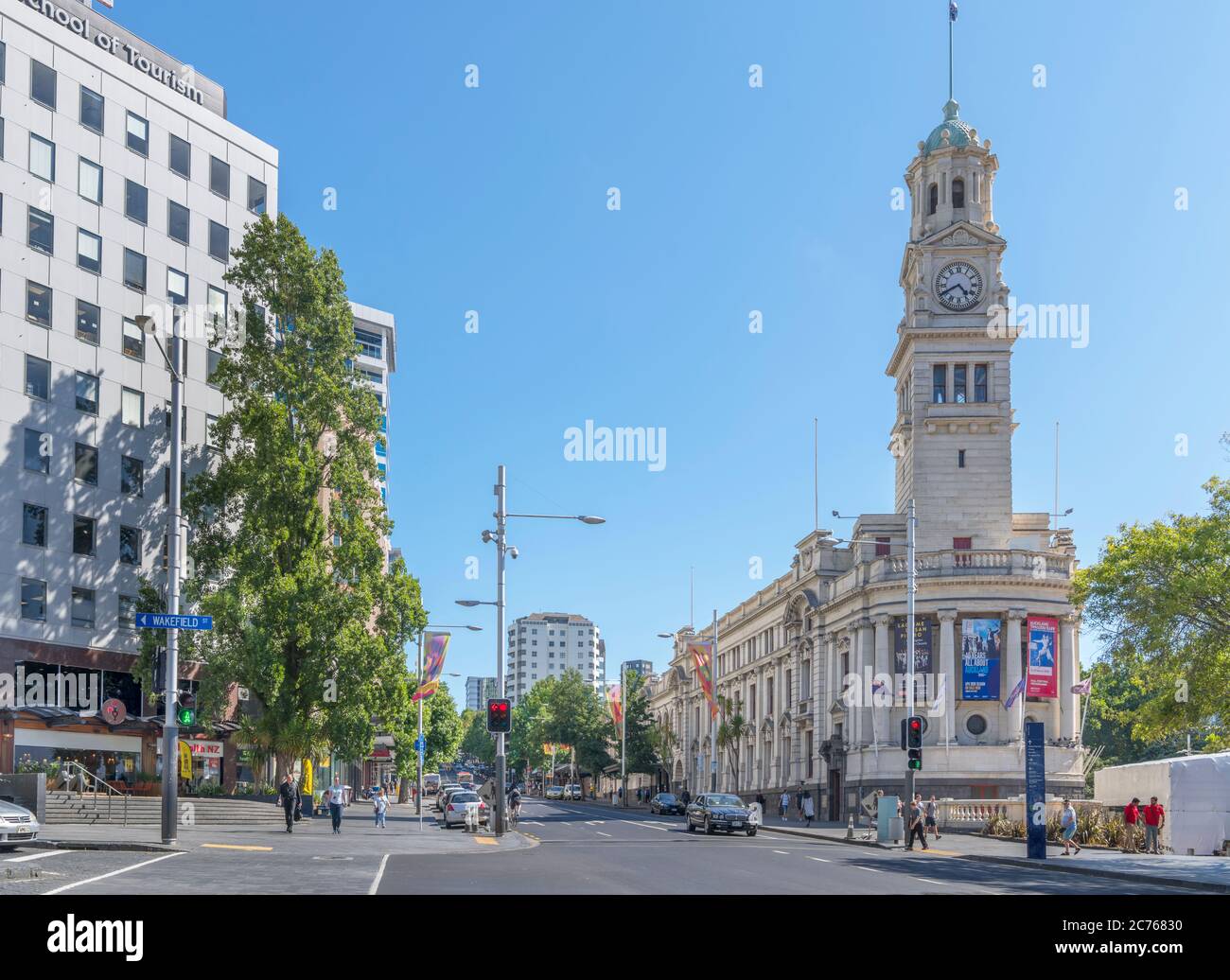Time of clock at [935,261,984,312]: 4:40
